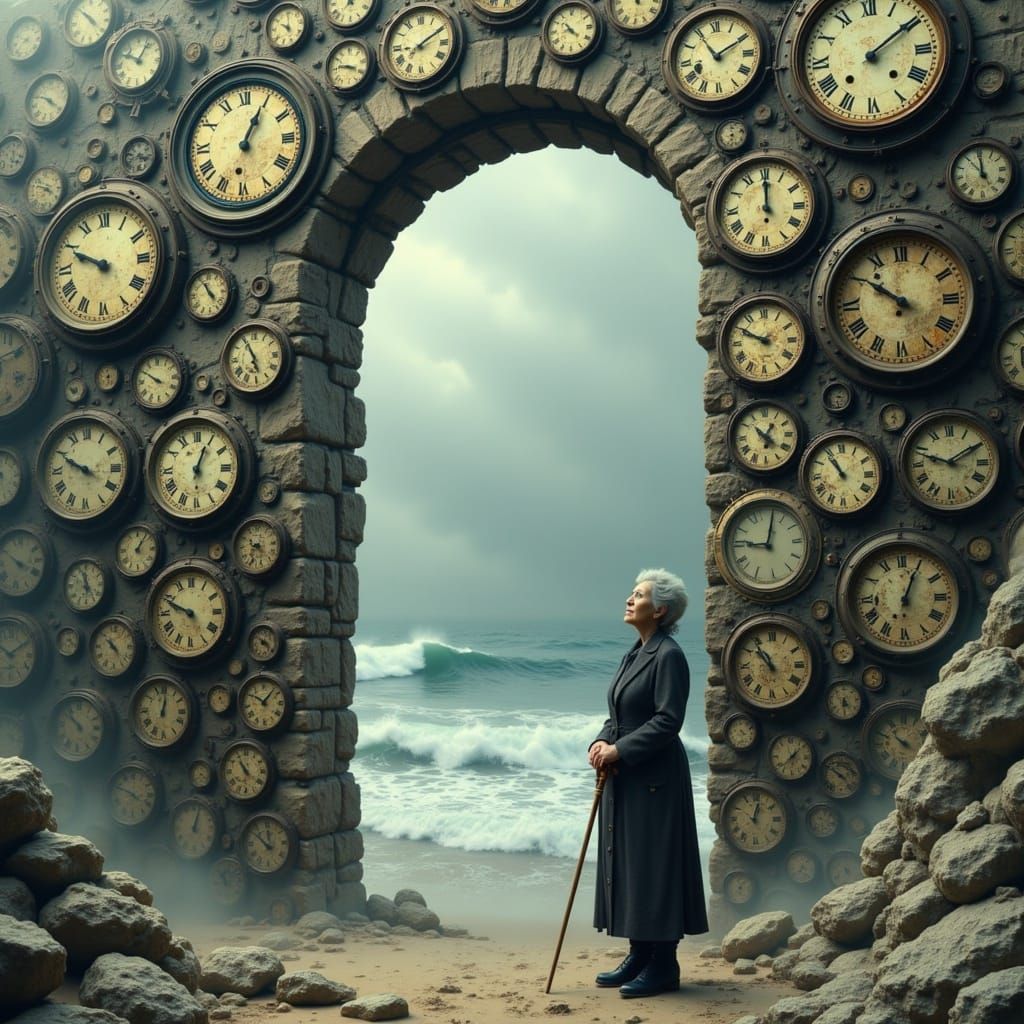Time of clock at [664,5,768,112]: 1:54
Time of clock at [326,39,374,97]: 3:46
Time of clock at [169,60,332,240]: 1:04
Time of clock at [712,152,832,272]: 12:00
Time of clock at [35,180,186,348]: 9:49
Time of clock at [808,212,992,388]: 9:50
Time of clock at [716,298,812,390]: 9:50
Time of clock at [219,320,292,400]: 5:55
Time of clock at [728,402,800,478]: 12:52
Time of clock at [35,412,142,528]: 9:49
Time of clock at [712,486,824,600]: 9:01
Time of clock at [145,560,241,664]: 9:48
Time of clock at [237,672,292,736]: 10:07
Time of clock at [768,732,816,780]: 1:37
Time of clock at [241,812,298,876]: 11:51
